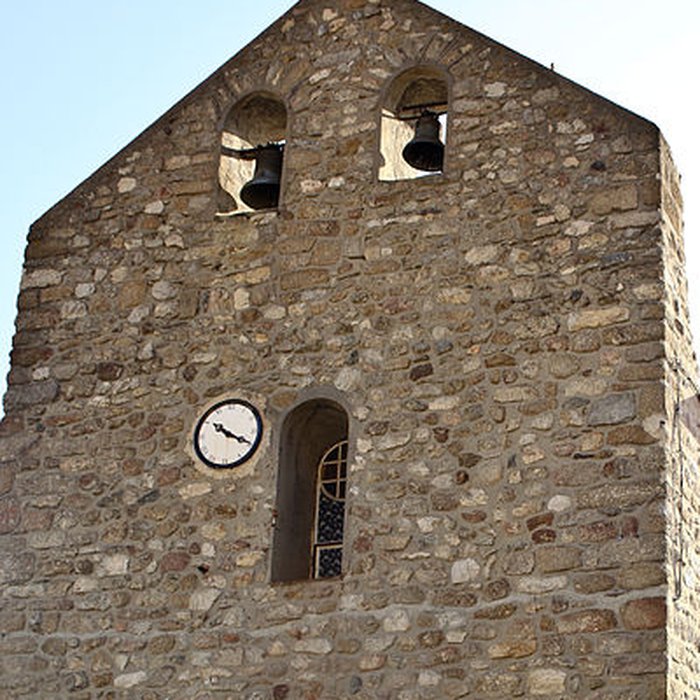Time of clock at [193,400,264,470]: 10:19
